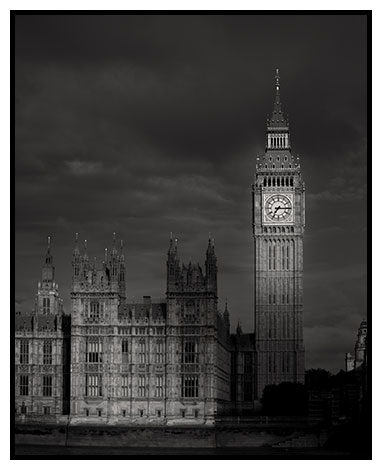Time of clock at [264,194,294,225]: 7:15
